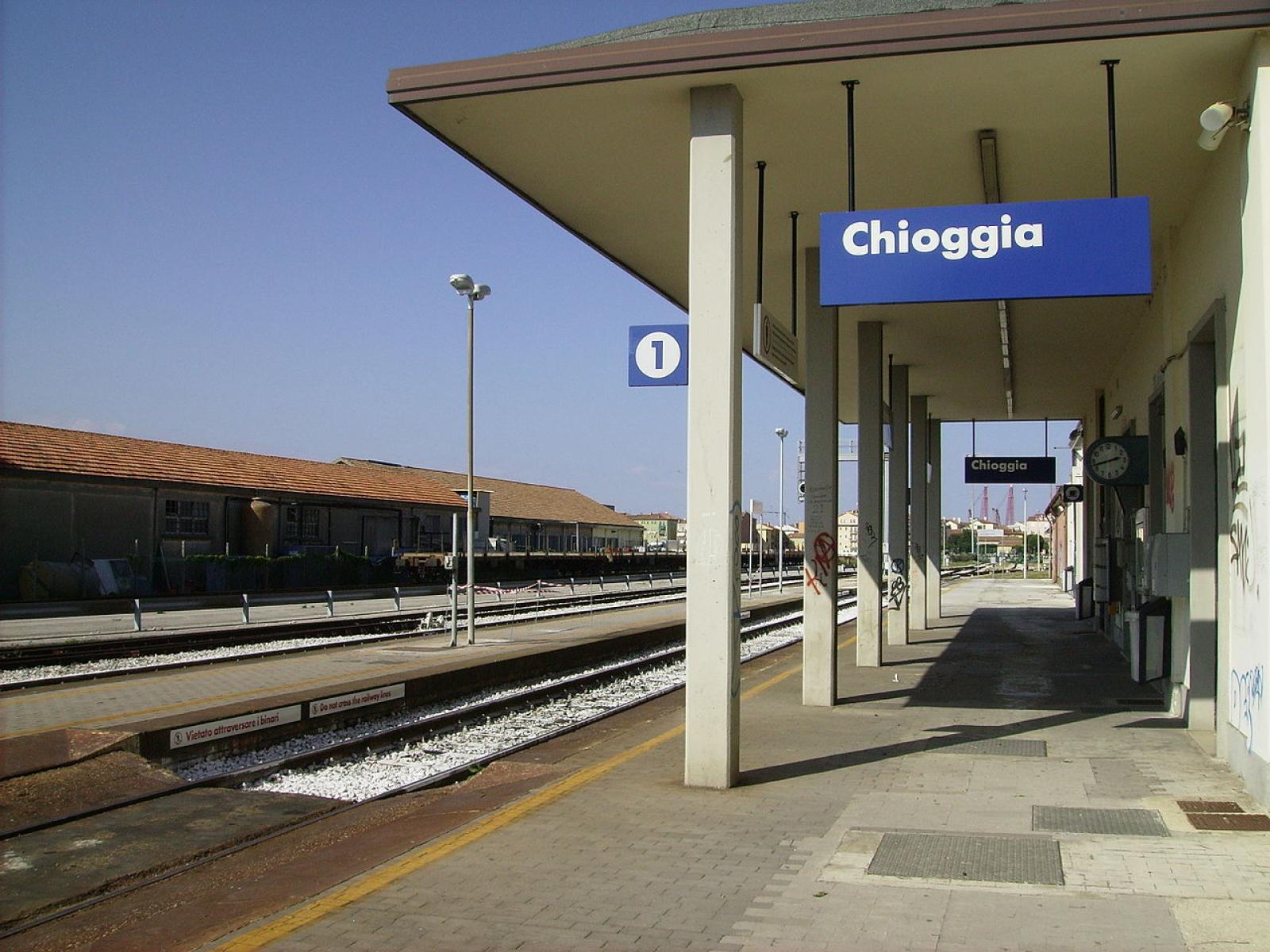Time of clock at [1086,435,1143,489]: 2:42
